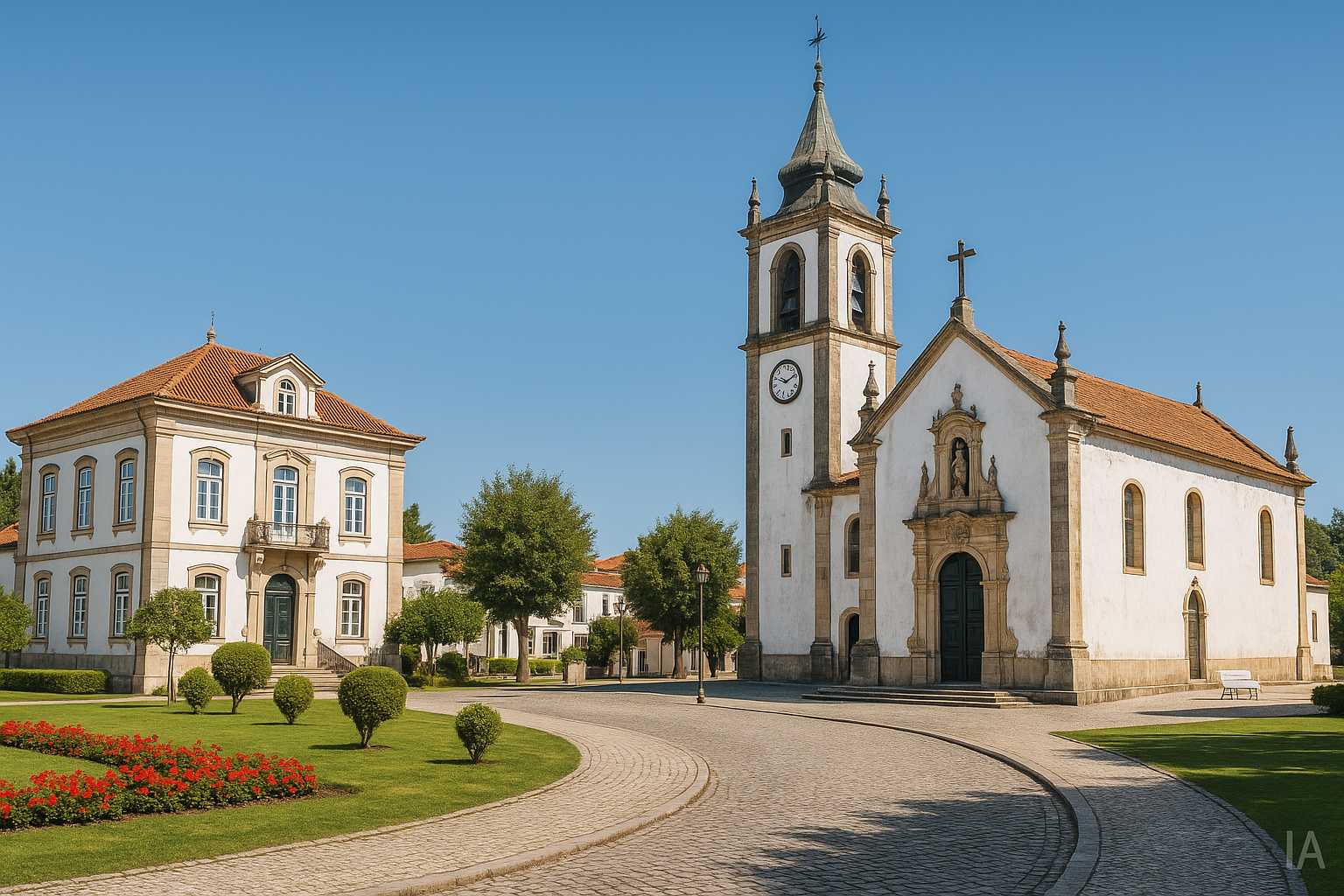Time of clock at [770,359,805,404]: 9:08
